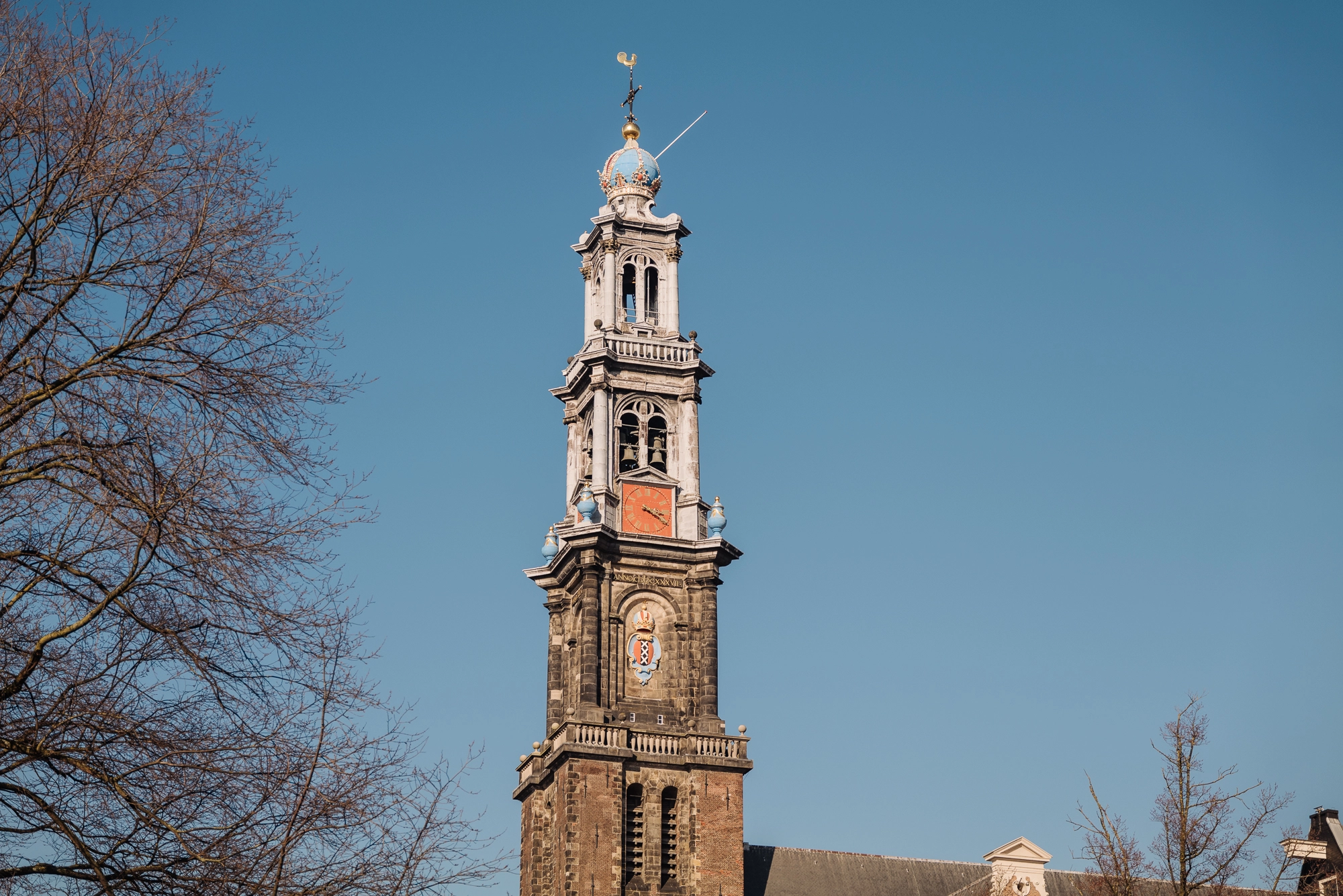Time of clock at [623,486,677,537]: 3:19
